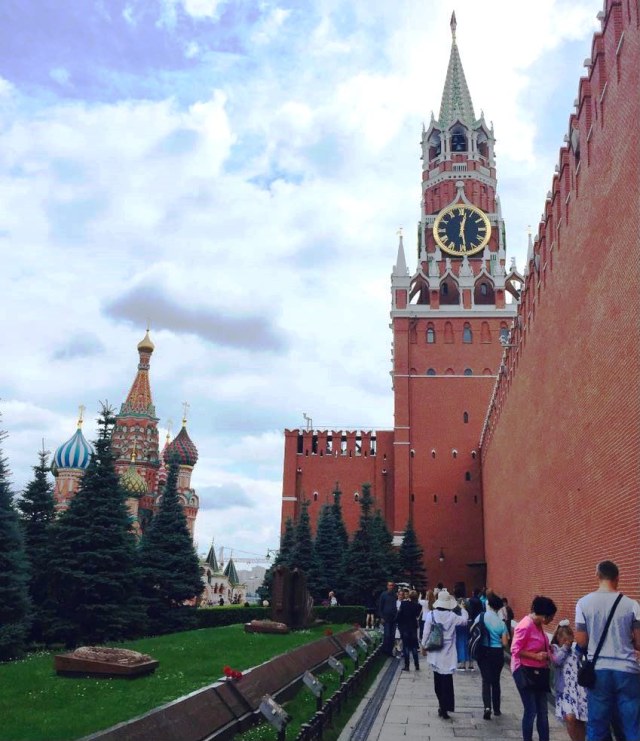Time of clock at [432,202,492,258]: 12:28
